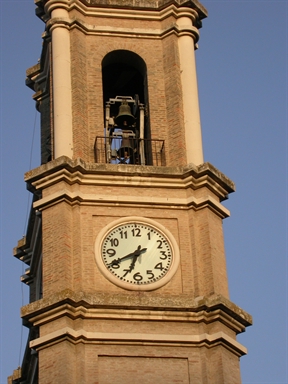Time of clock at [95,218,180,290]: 6:40
